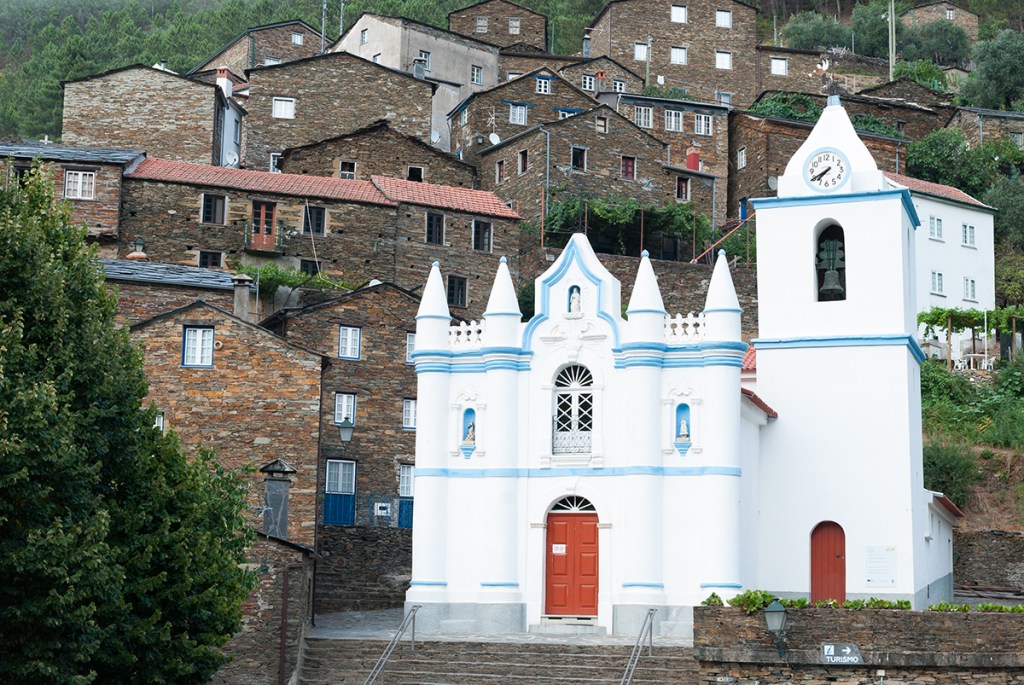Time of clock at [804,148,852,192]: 7:40
